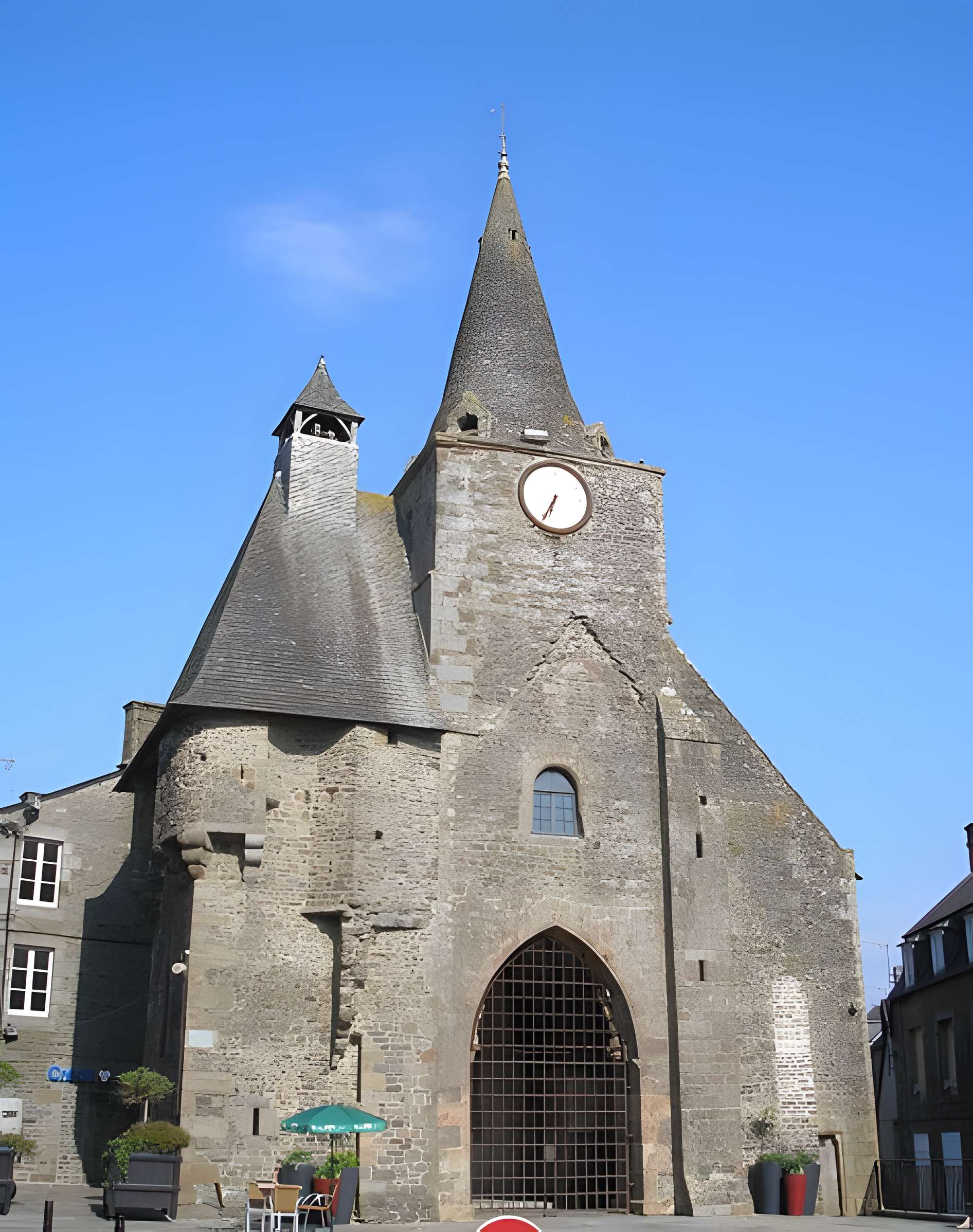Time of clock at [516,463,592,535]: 6:34
